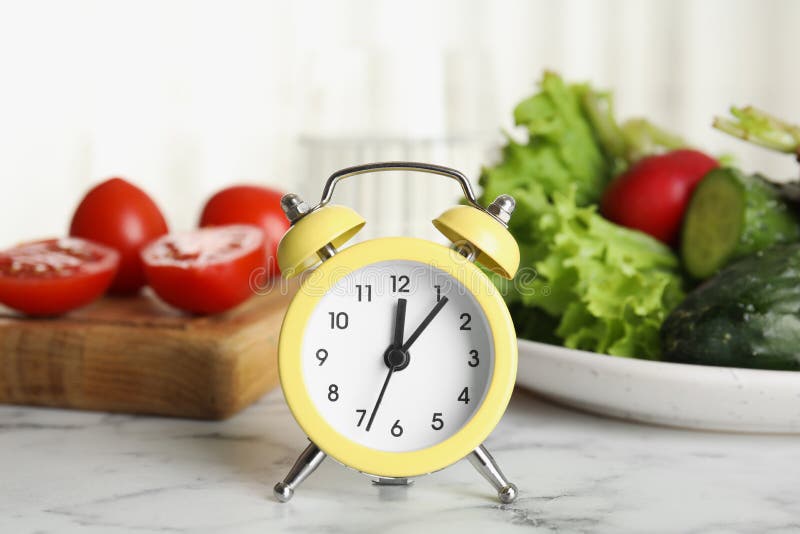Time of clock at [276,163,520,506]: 12:06
